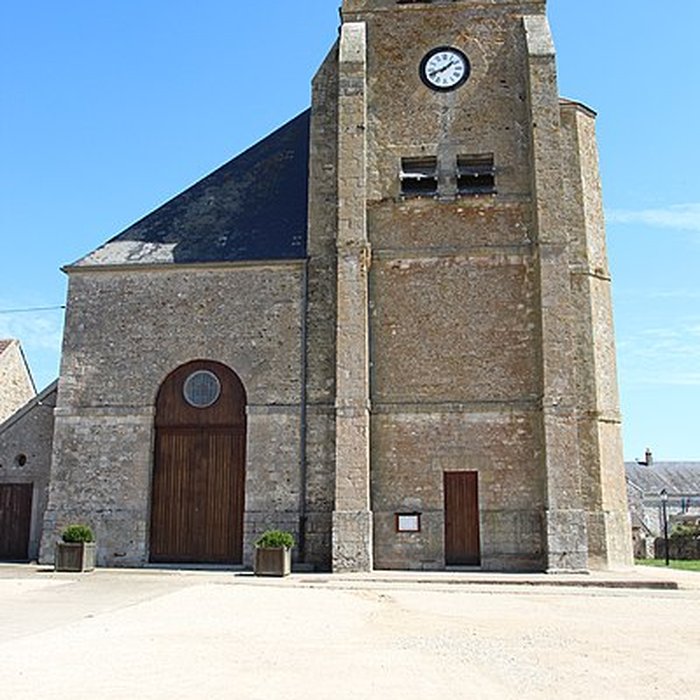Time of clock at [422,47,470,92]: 1:41
